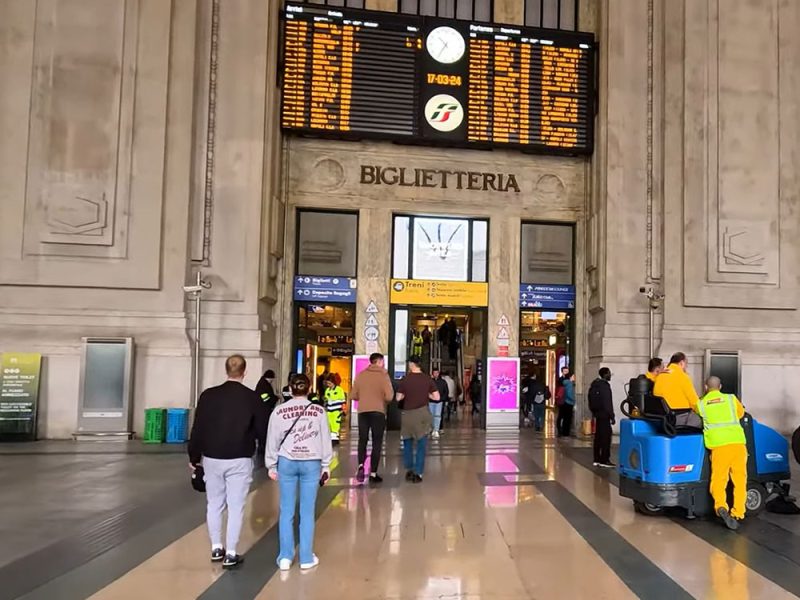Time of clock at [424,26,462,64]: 10:35
